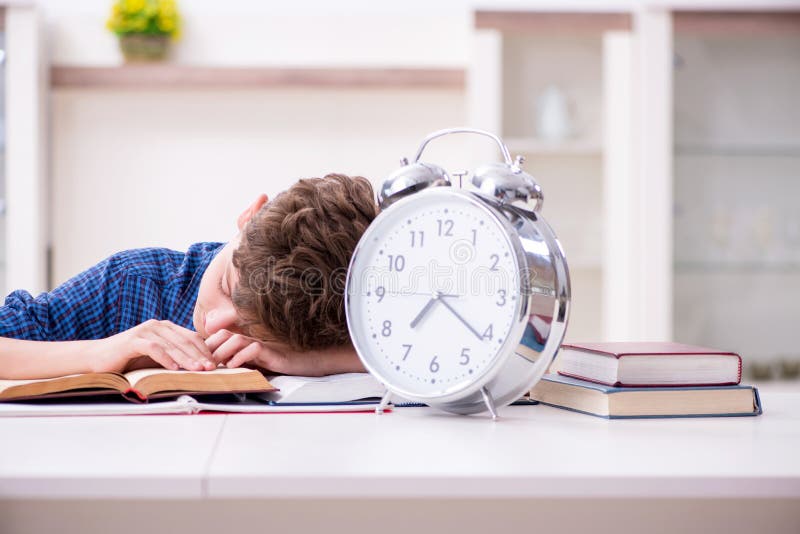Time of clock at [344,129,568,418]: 7:21
